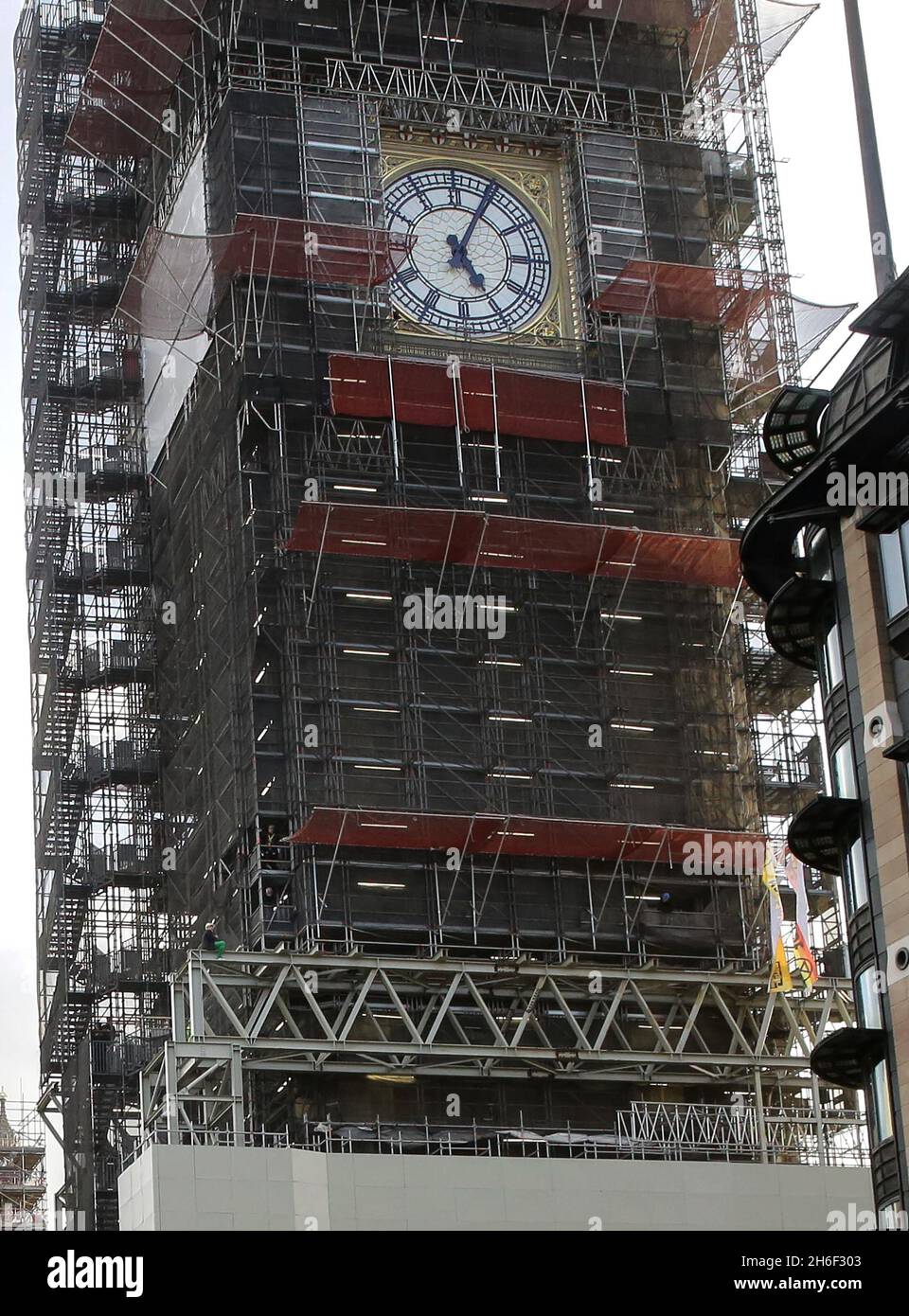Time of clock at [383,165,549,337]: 5:04
